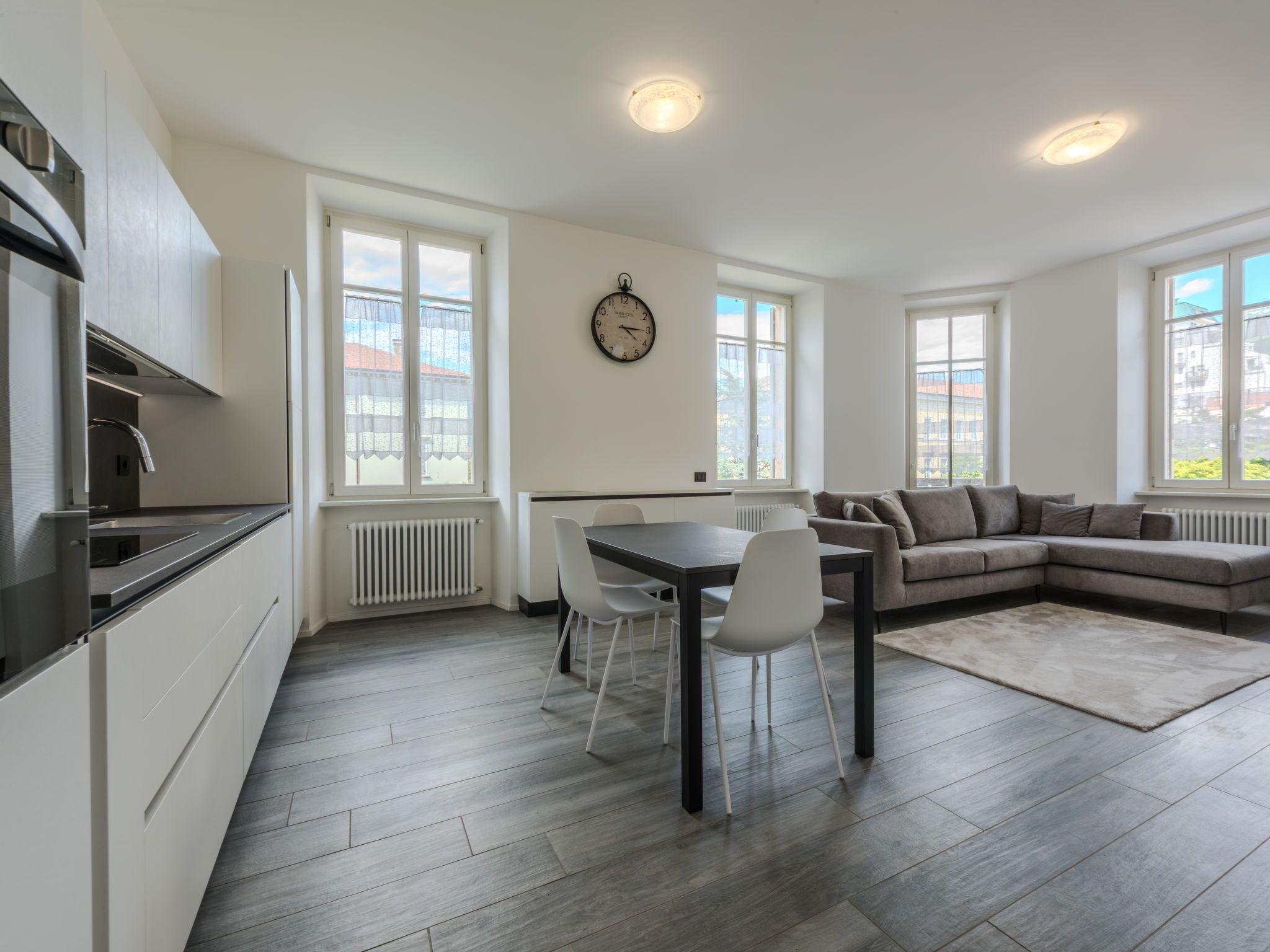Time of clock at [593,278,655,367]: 4:15
